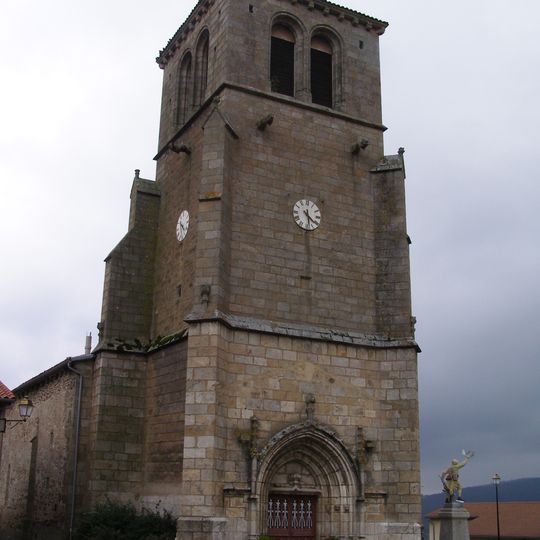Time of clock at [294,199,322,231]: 4:28
